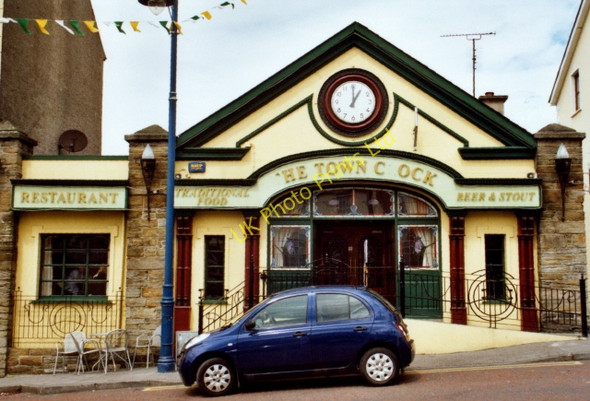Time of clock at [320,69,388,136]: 1:00
